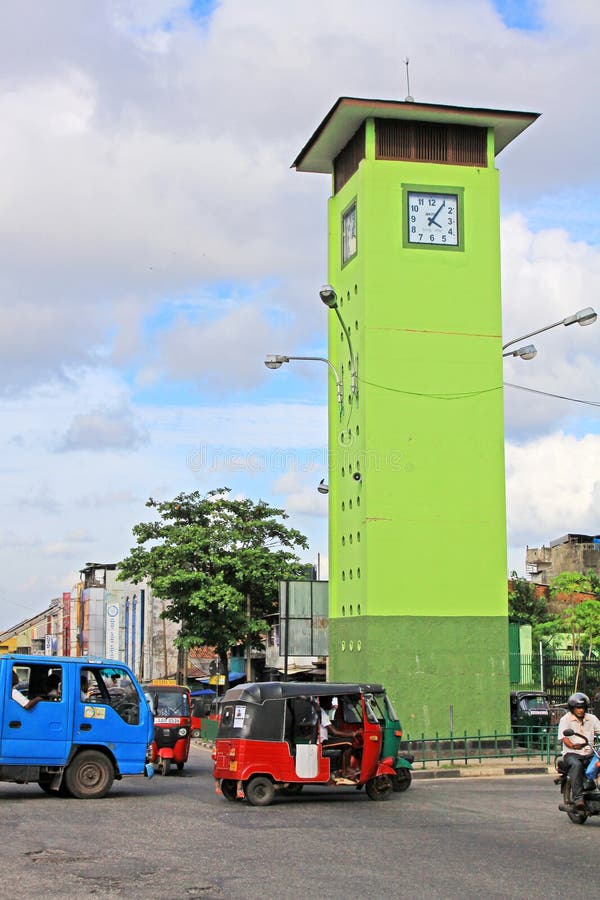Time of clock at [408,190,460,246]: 4:05
